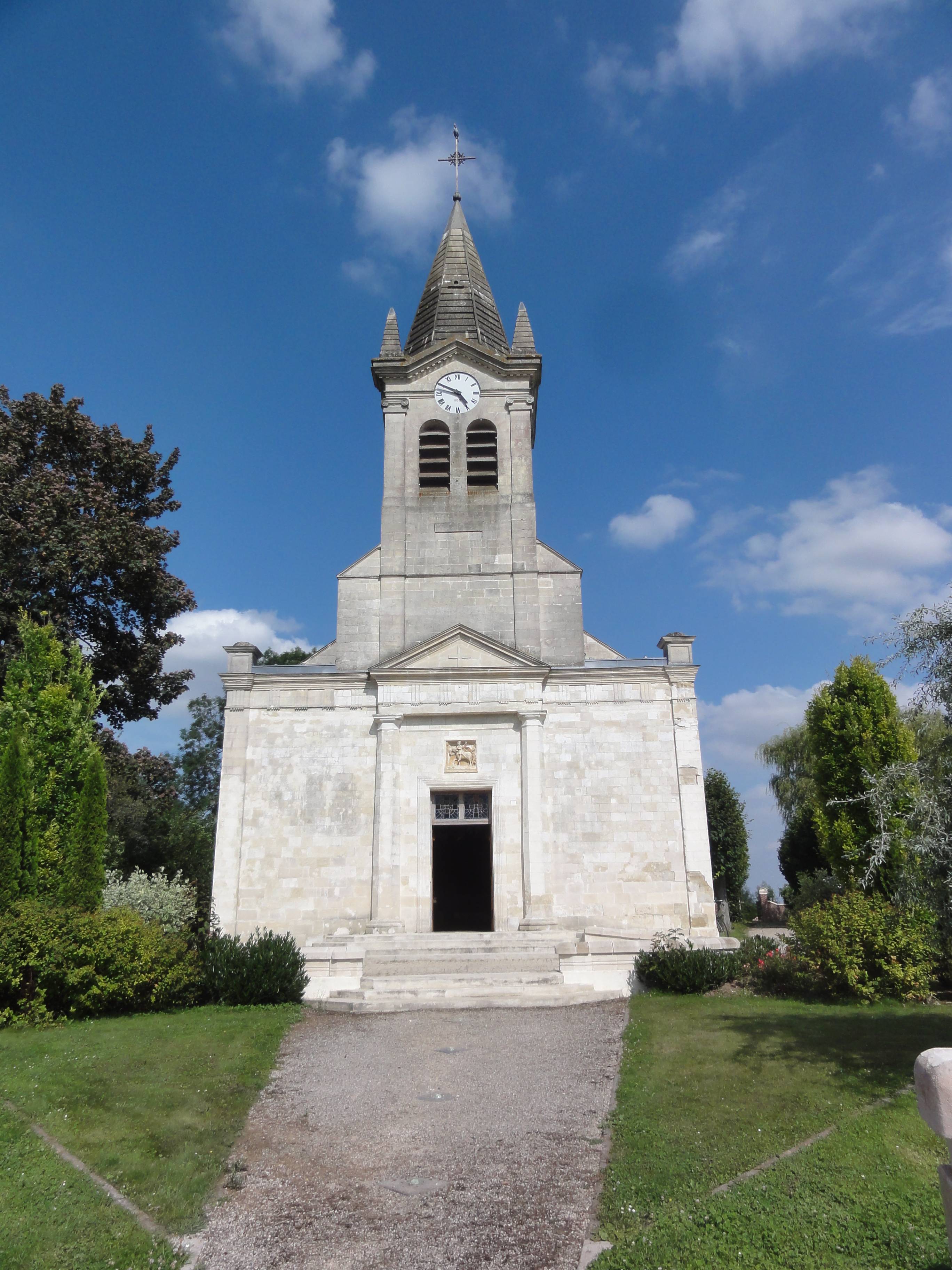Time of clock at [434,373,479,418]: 4:49
